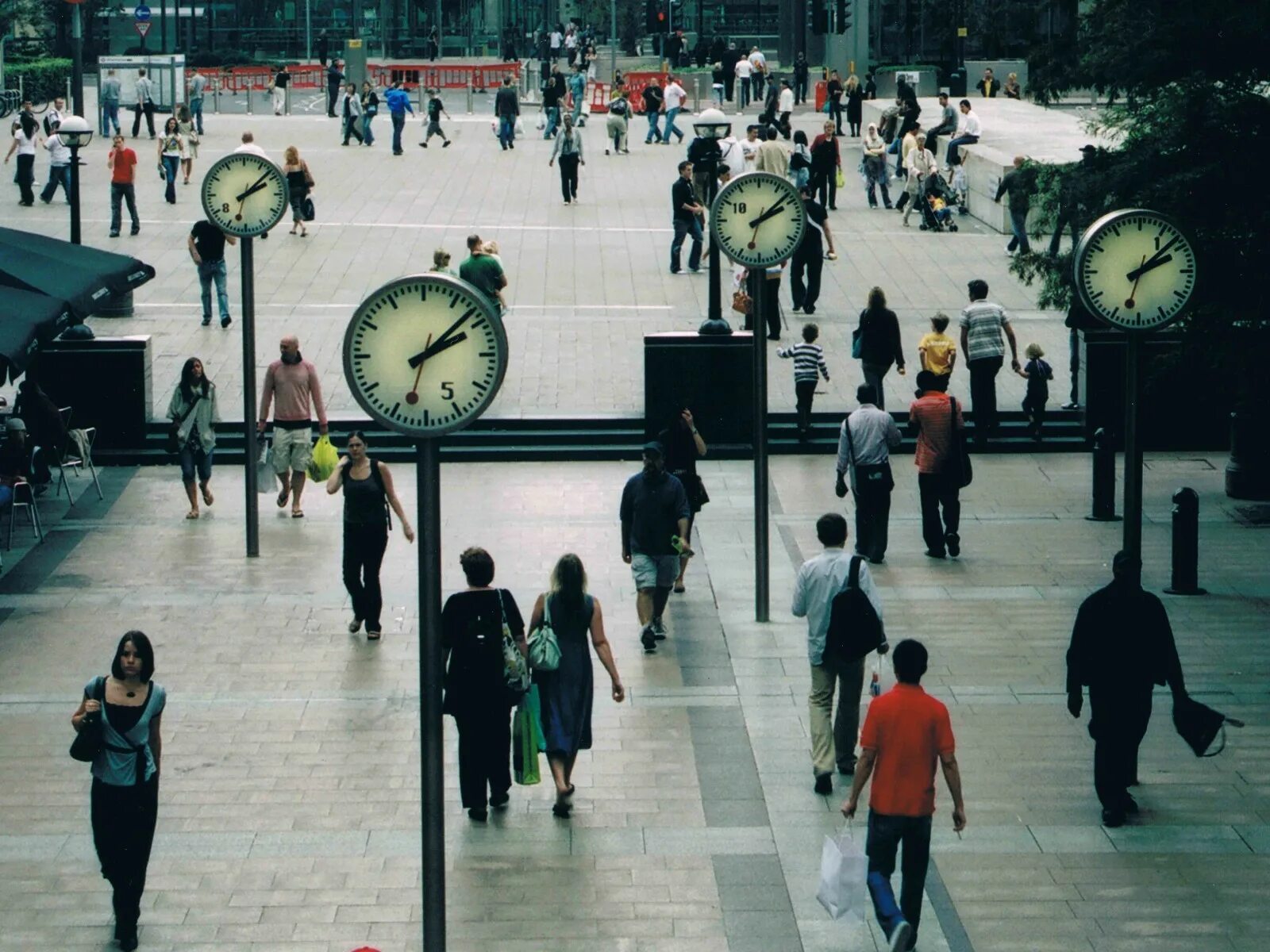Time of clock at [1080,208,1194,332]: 2:08
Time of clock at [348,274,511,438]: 2:07
